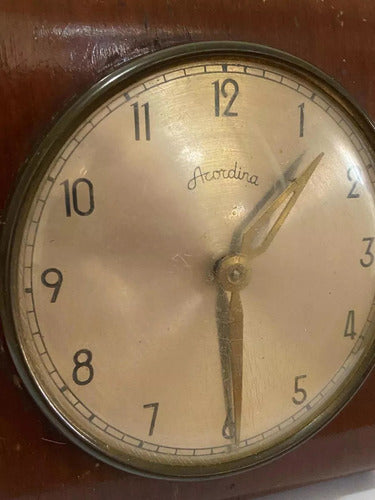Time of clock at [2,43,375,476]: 1:29
